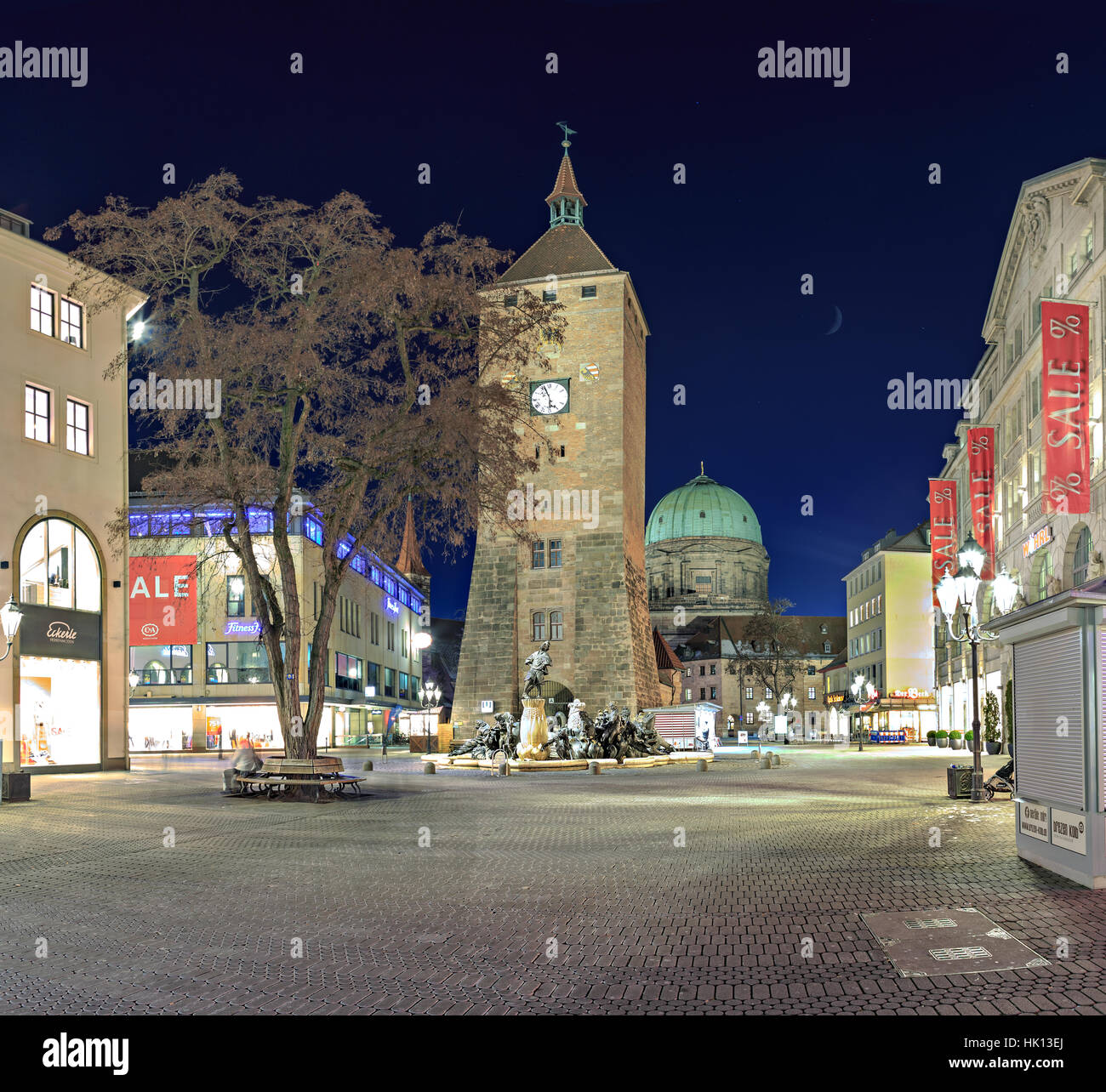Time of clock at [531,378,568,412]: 5:56
